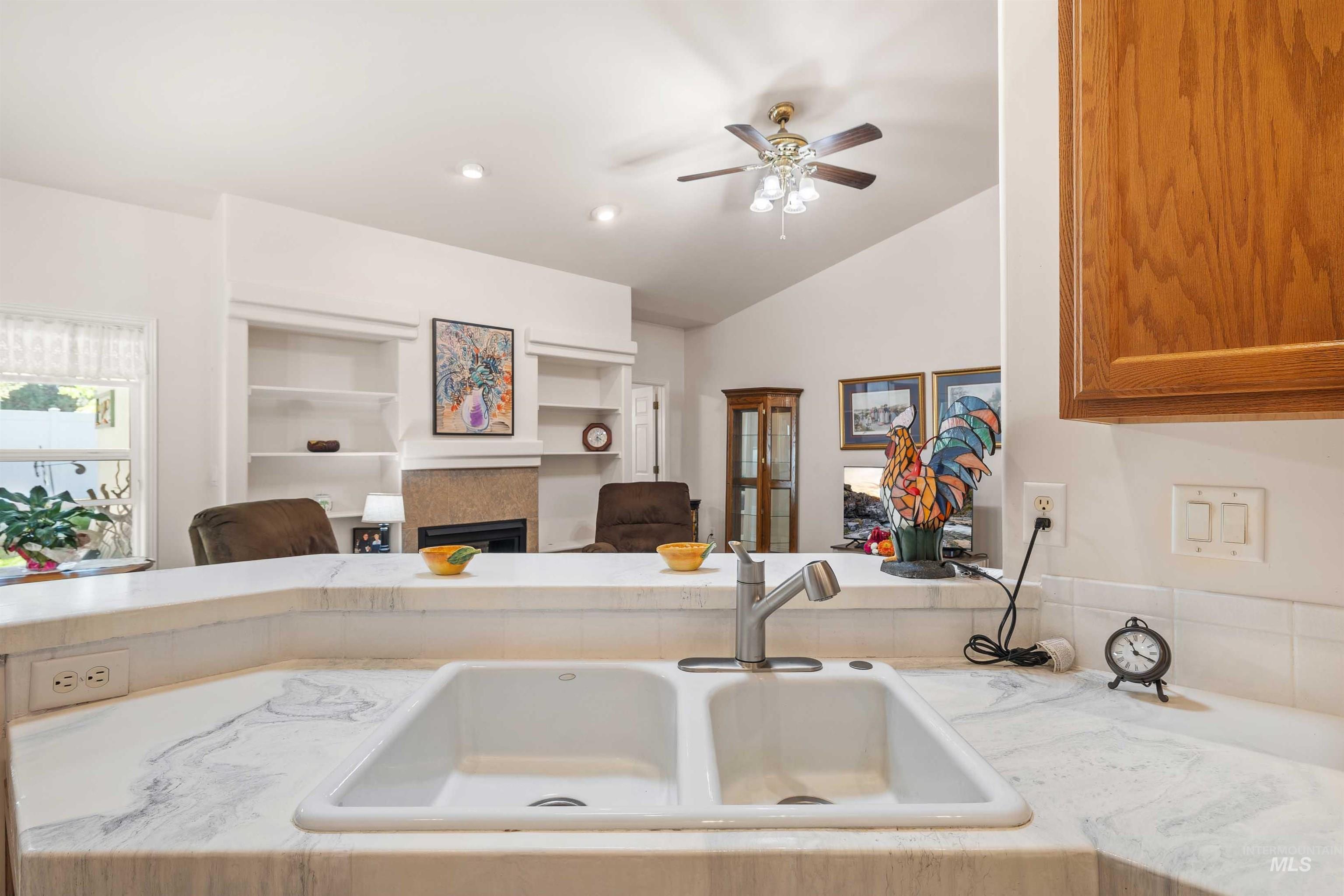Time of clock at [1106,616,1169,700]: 11:19
